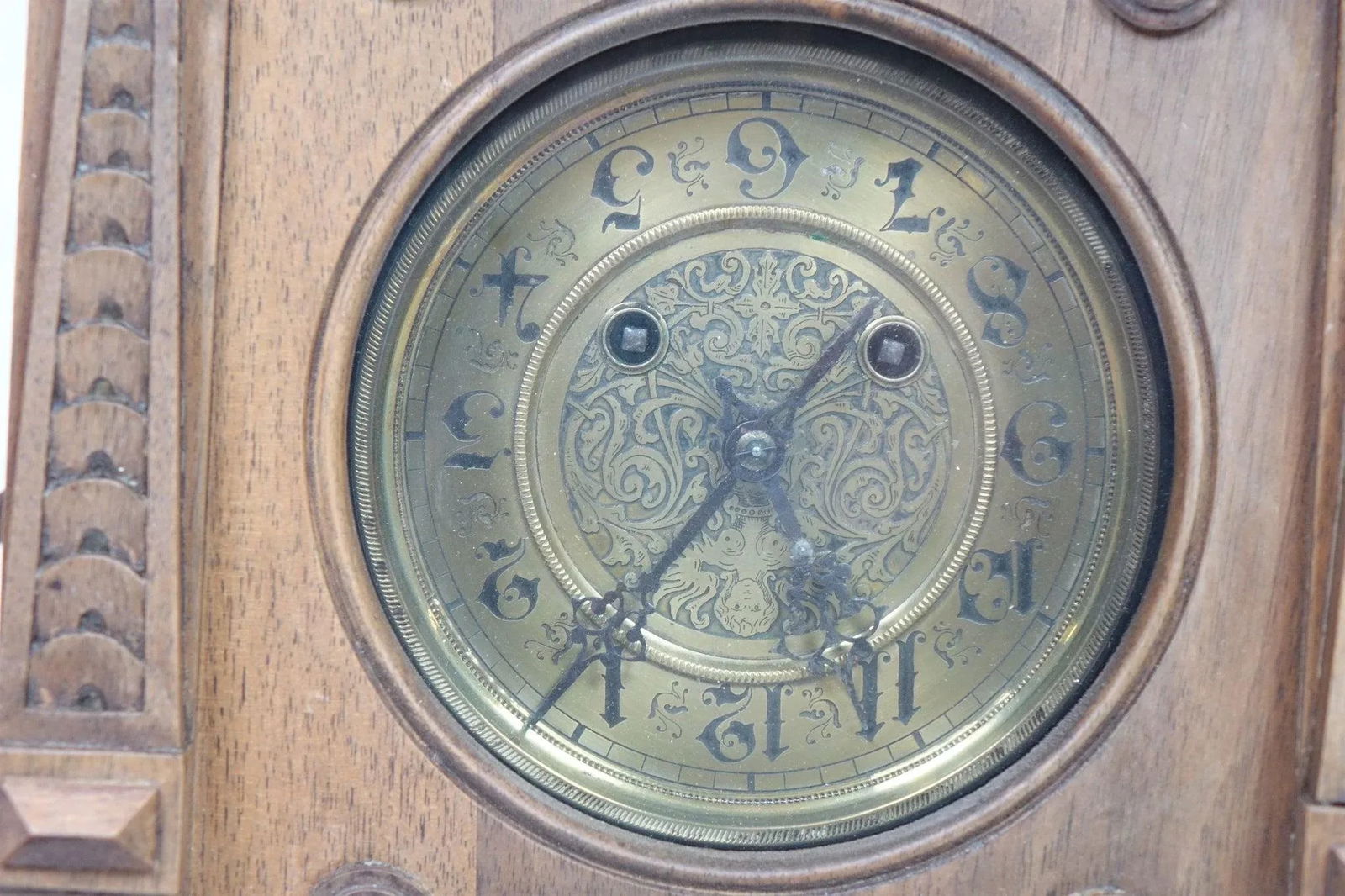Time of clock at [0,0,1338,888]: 1:36
